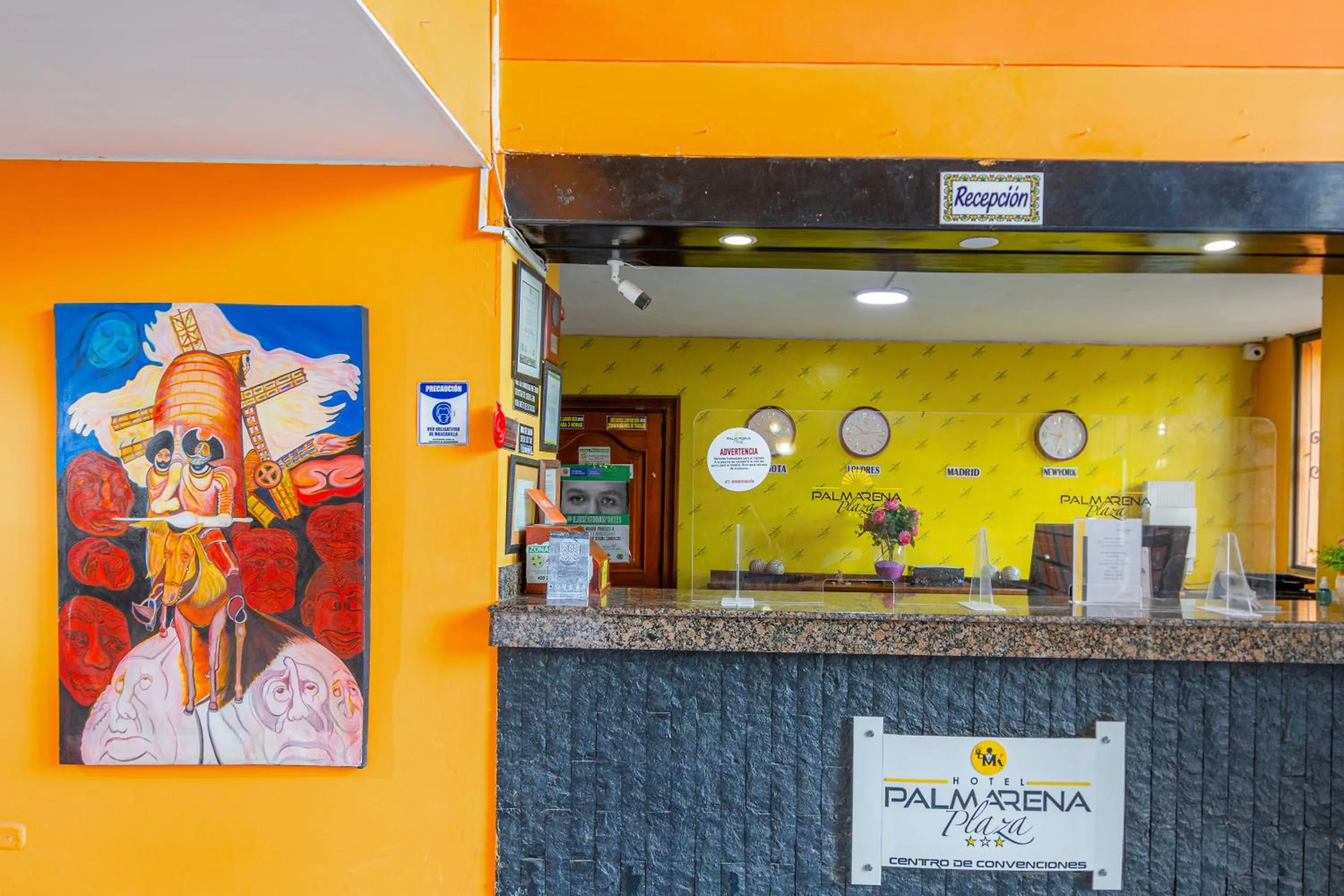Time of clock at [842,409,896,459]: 10:14
